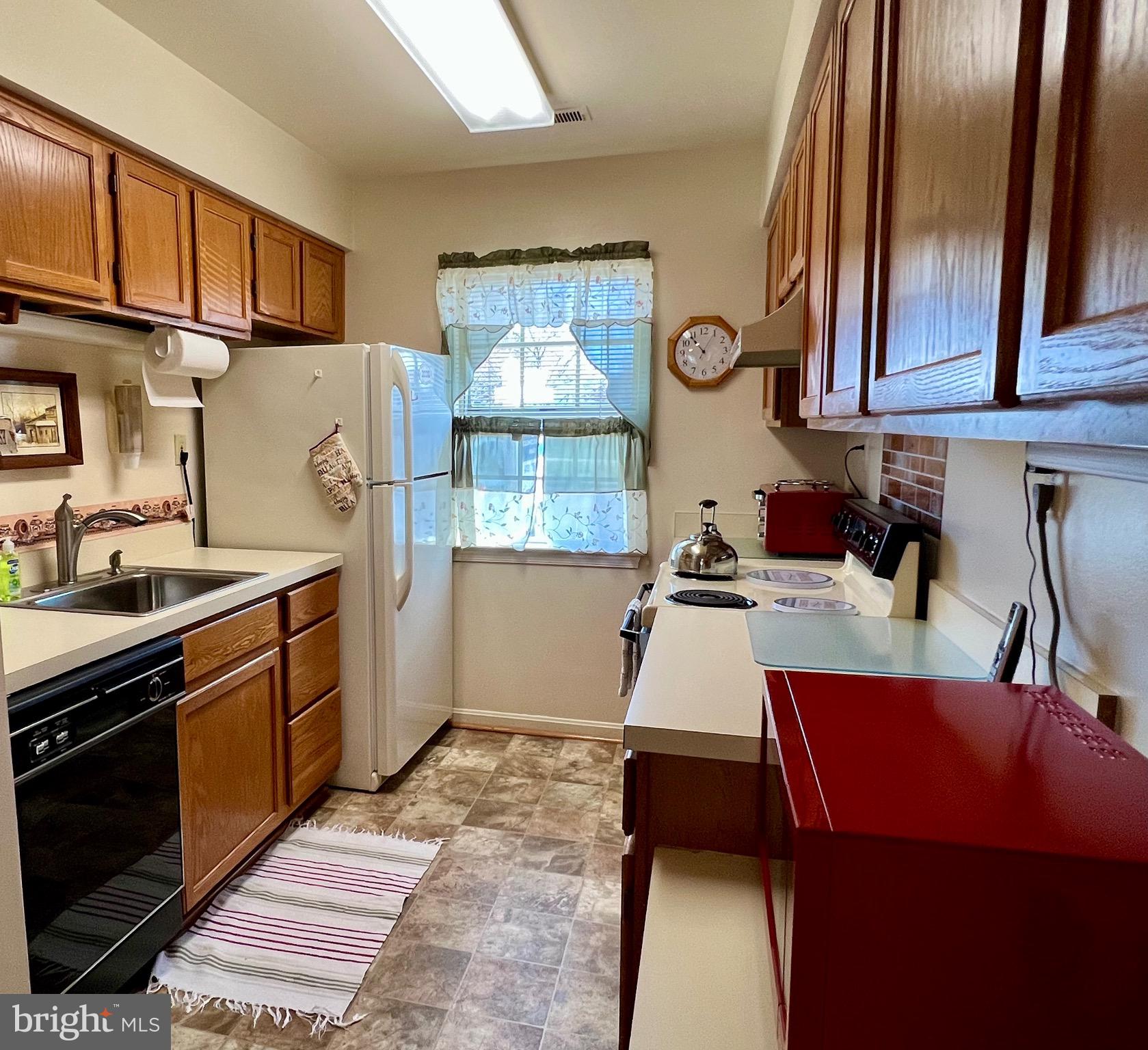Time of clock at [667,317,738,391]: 10:53
